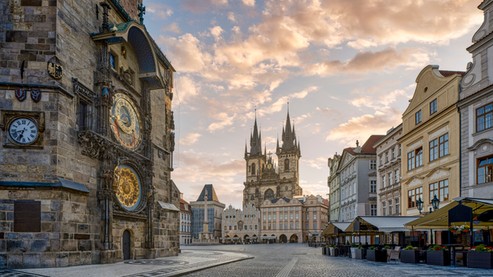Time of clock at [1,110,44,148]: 6:42
